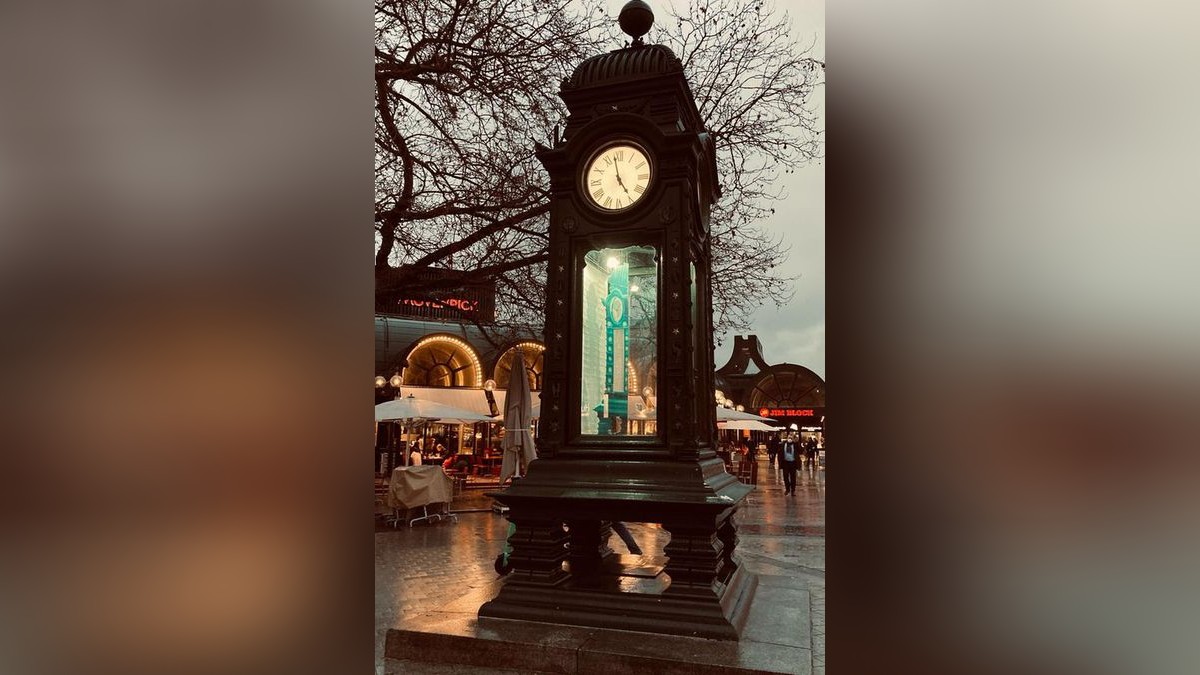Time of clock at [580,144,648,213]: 4:57
